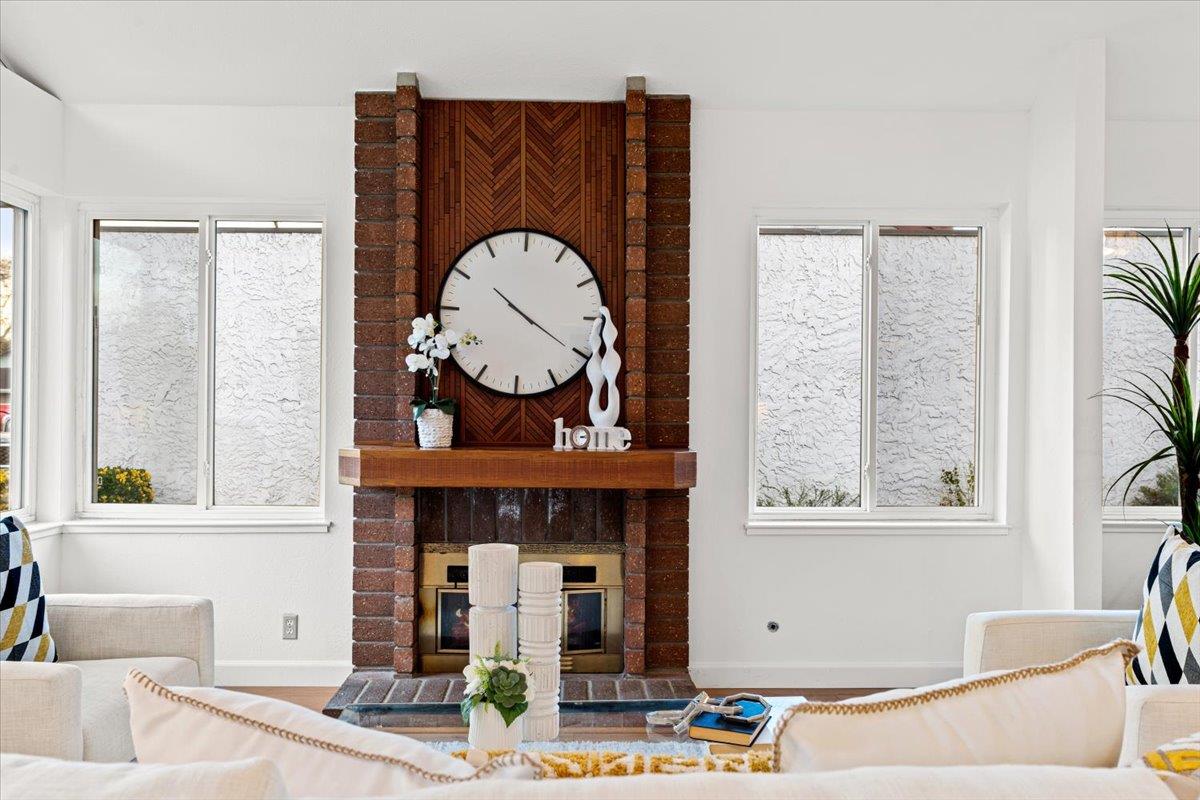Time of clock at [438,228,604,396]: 10:20
